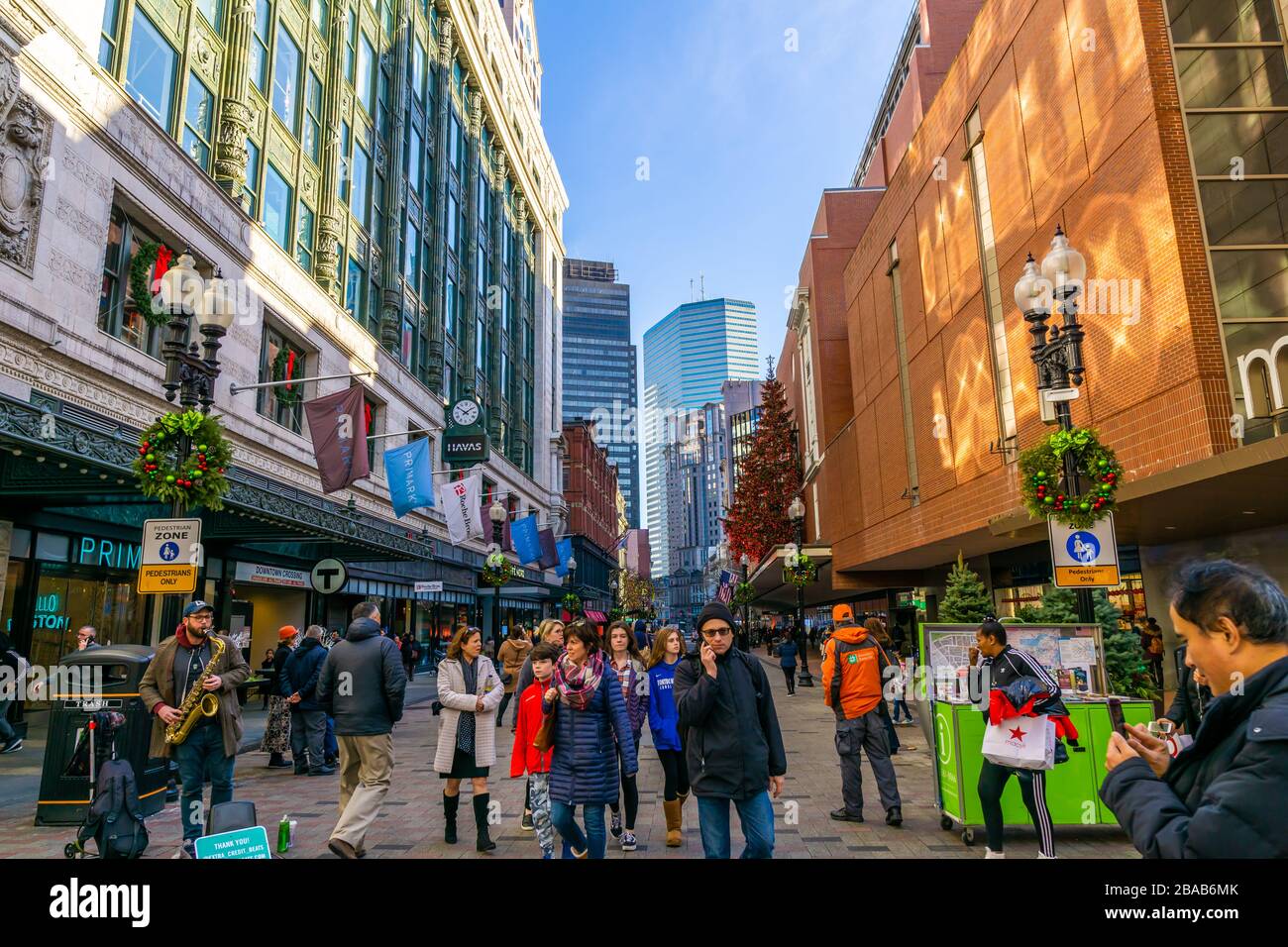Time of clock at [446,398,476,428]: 1:50
